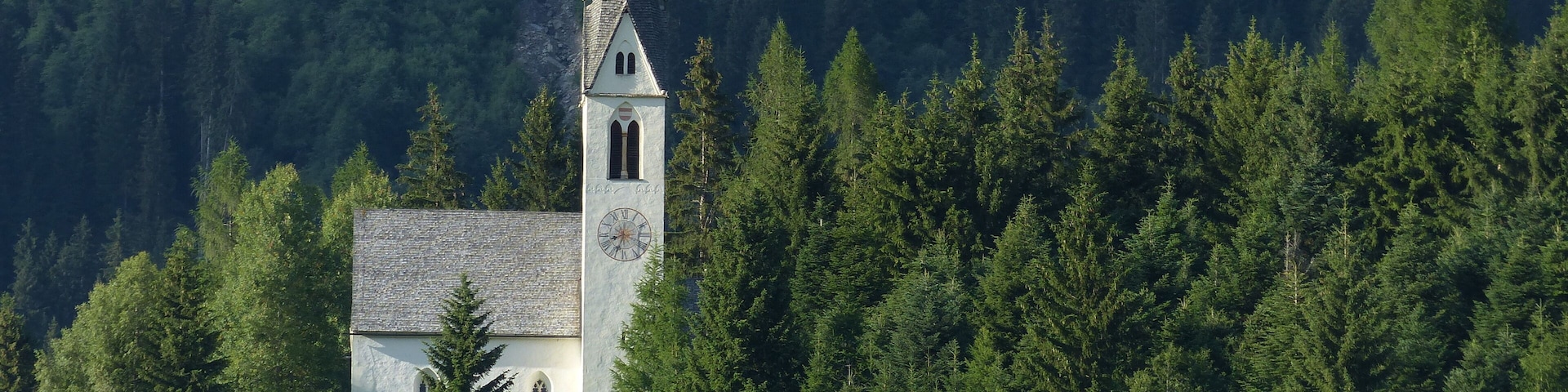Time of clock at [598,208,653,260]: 8:33
